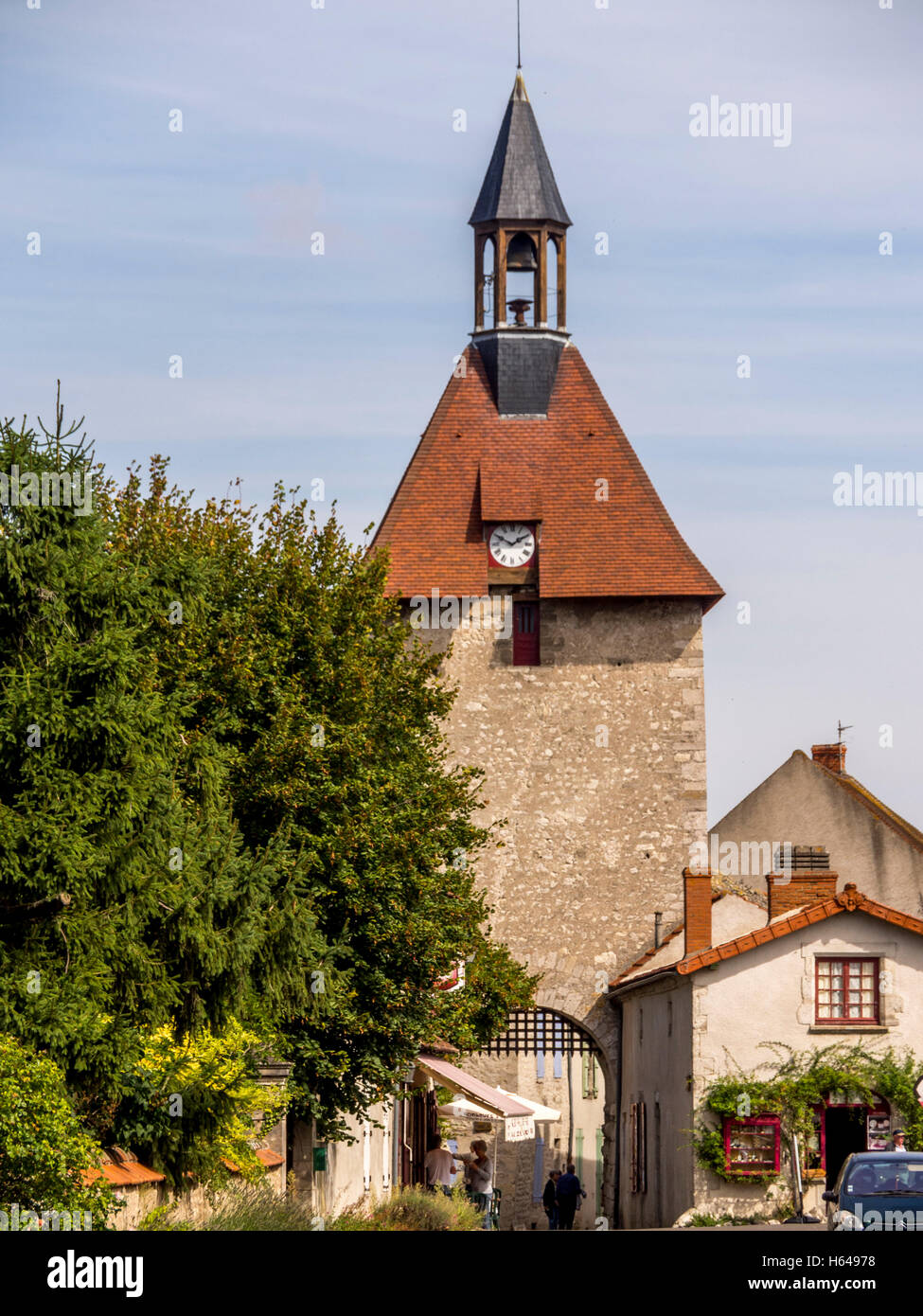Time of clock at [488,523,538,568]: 1:49
